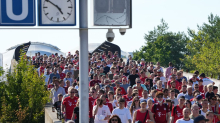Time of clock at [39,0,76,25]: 4:50
